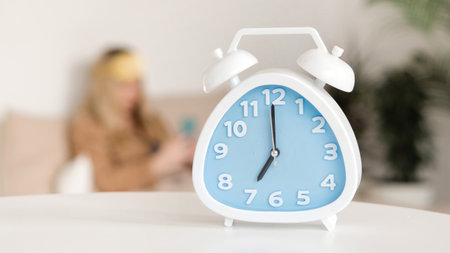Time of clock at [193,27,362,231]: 7:00
